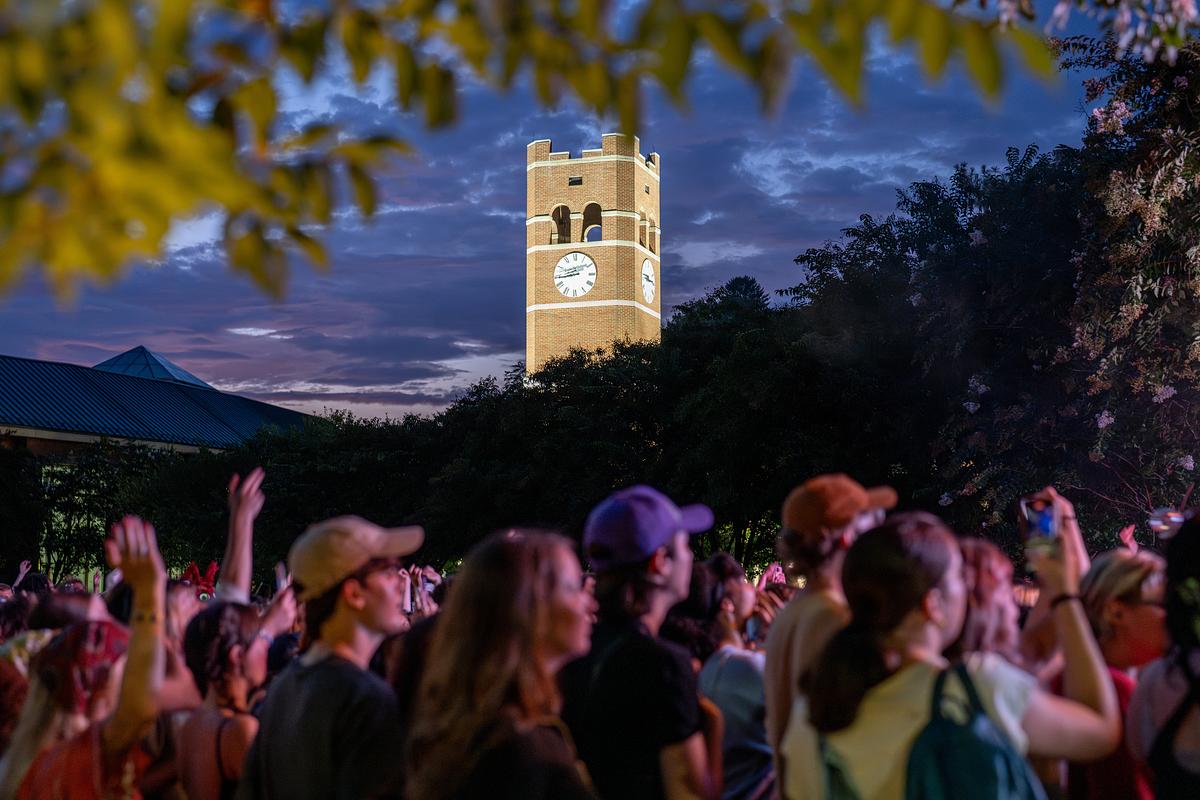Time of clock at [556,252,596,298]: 8:43
